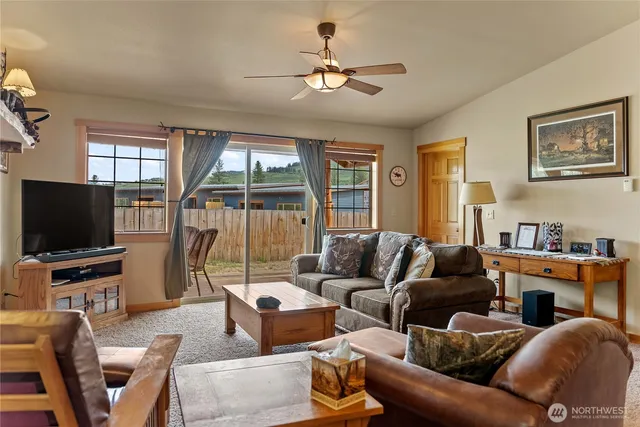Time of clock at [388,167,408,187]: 8:48
